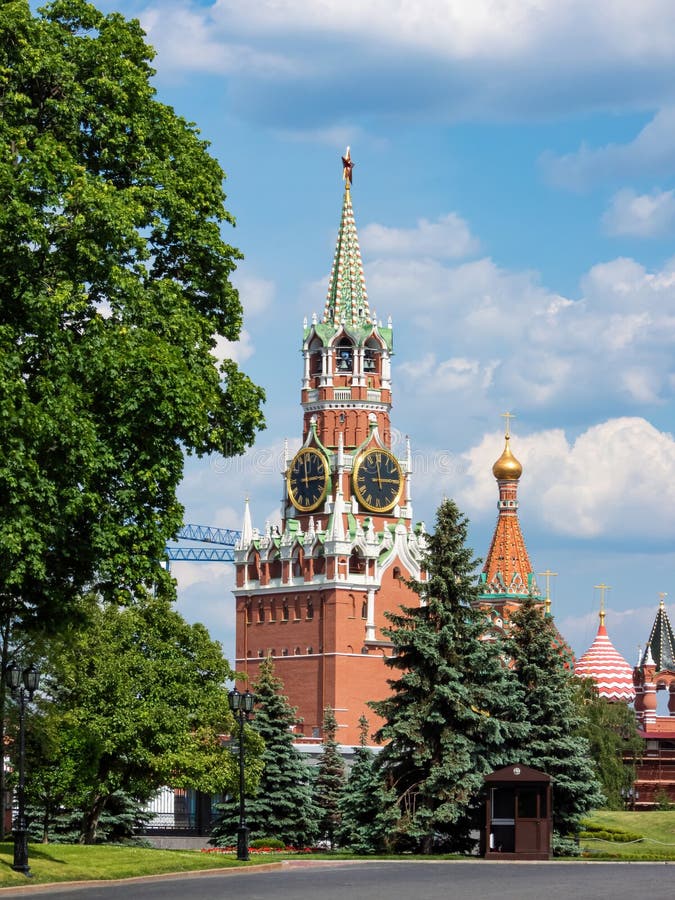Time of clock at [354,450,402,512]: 2:58
